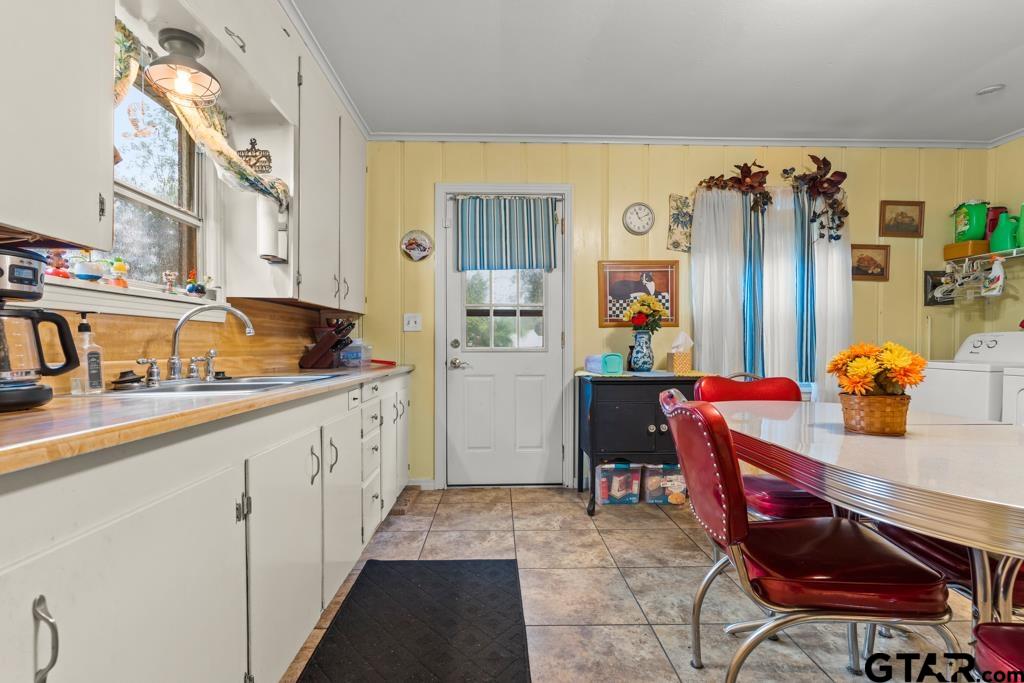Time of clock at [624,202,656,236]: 11:10
